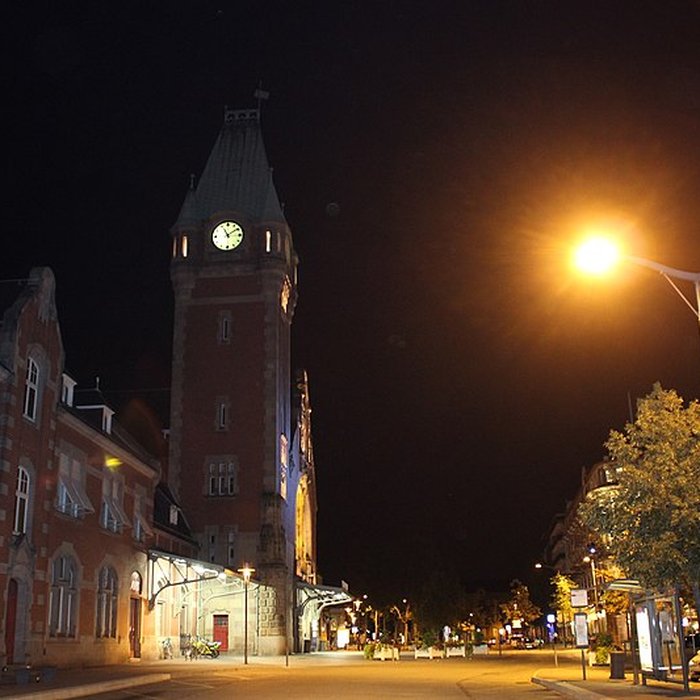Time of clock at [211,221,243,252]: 11:09
